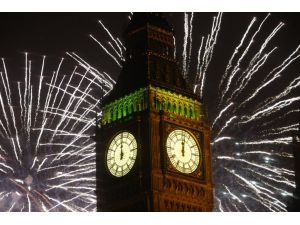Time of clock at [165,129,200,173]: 12:01
